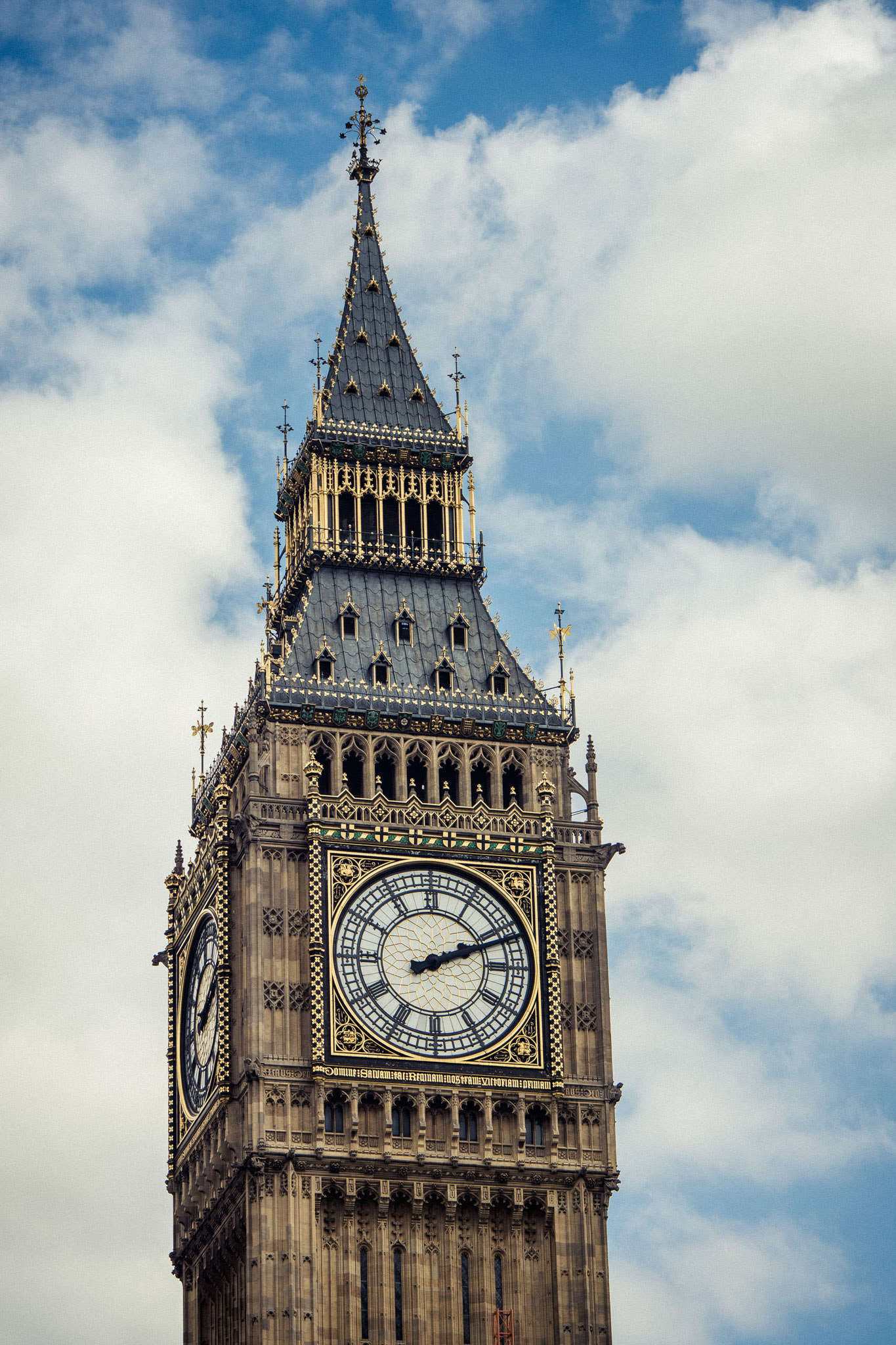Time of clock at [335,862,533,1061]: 2:11
